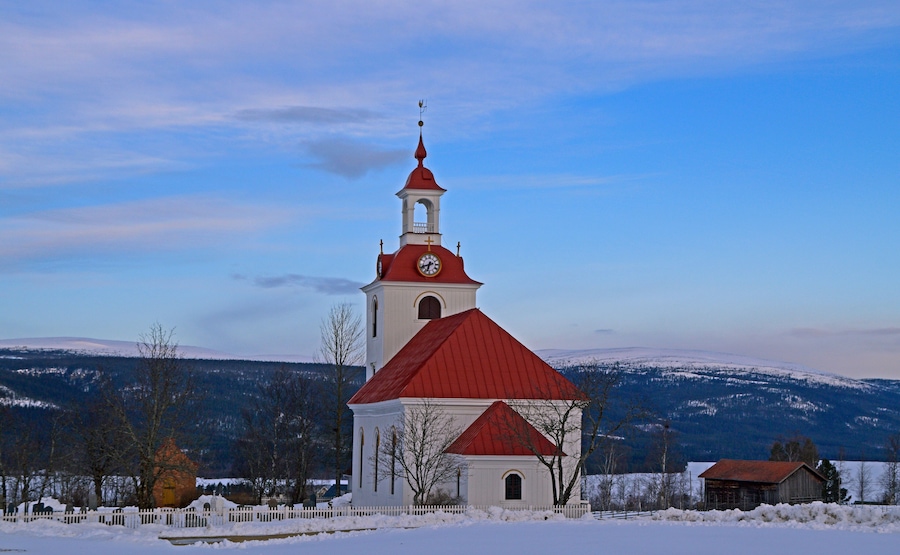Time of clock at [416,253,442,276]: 6:41
